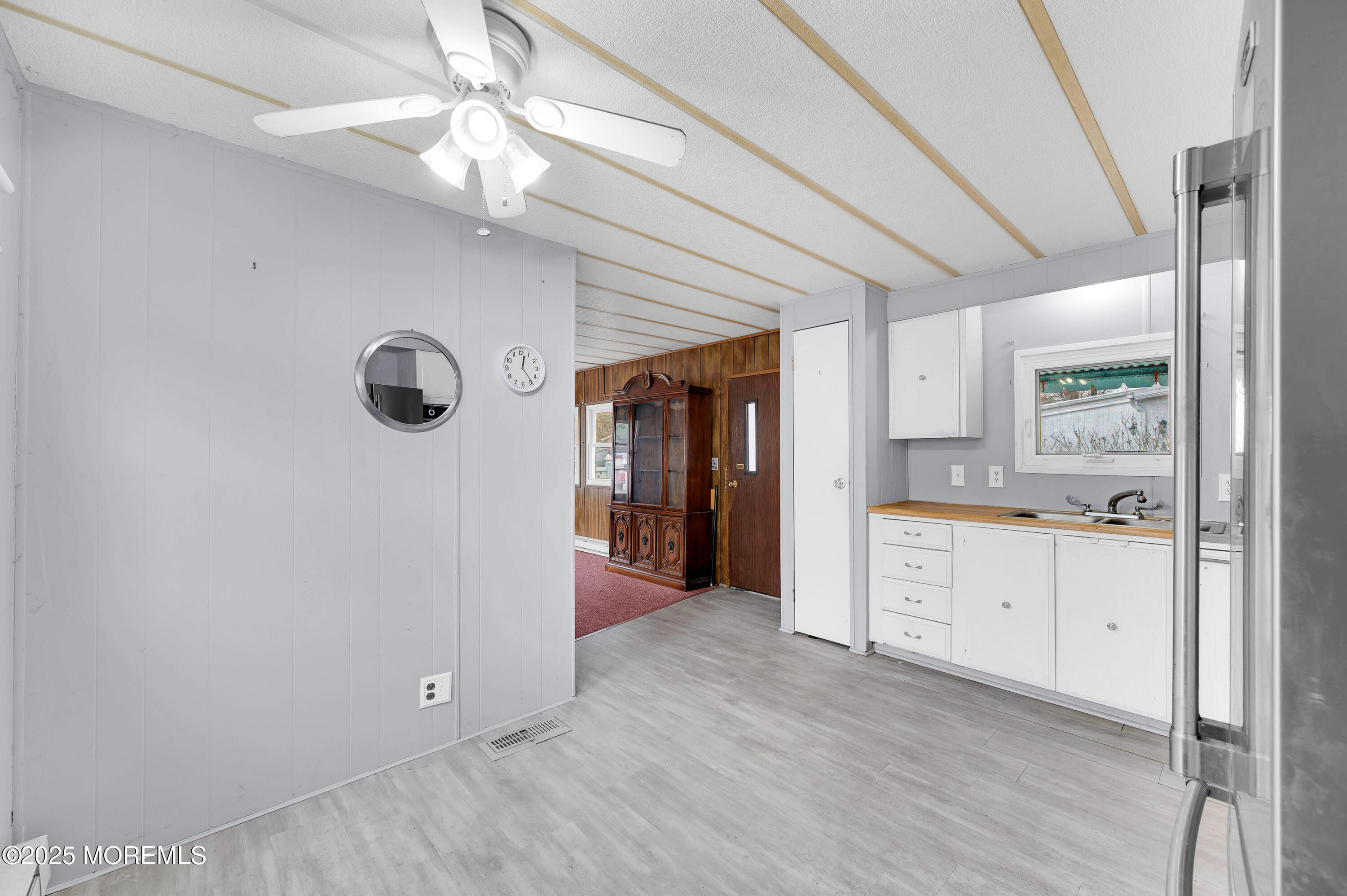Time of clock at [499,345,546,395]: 12:24
